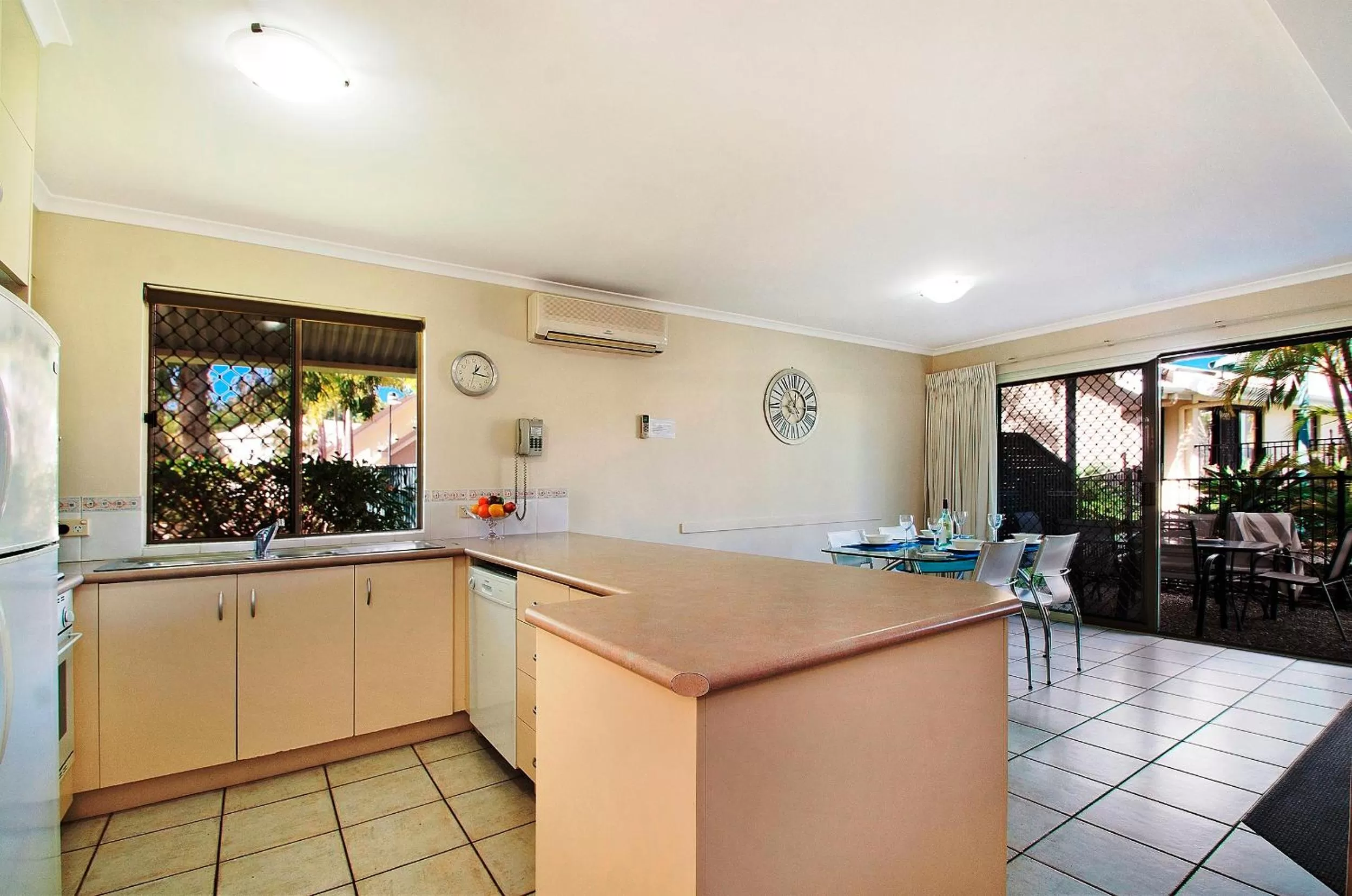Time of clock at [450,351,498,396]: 1:16
